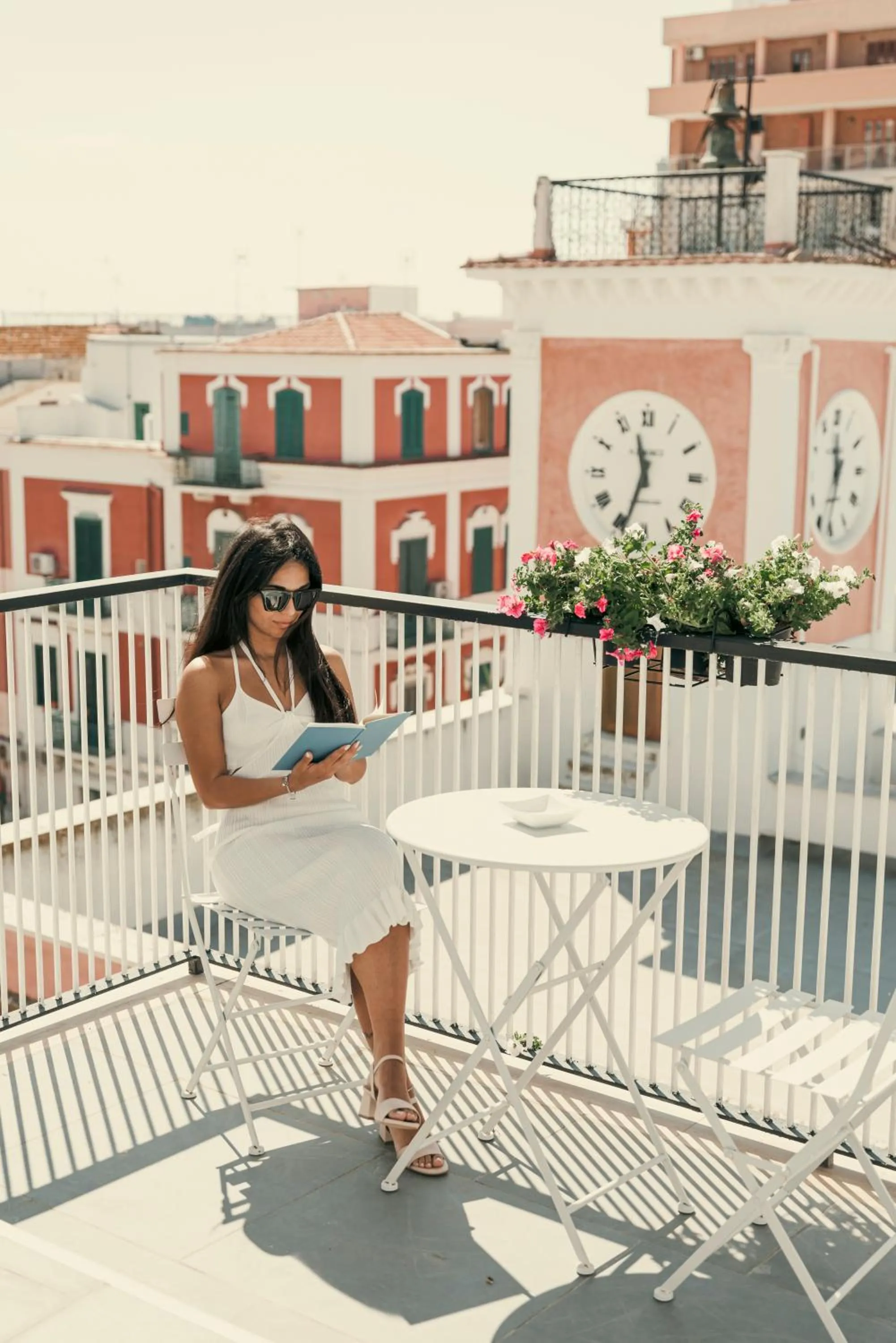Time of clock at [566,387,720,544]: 11:33
